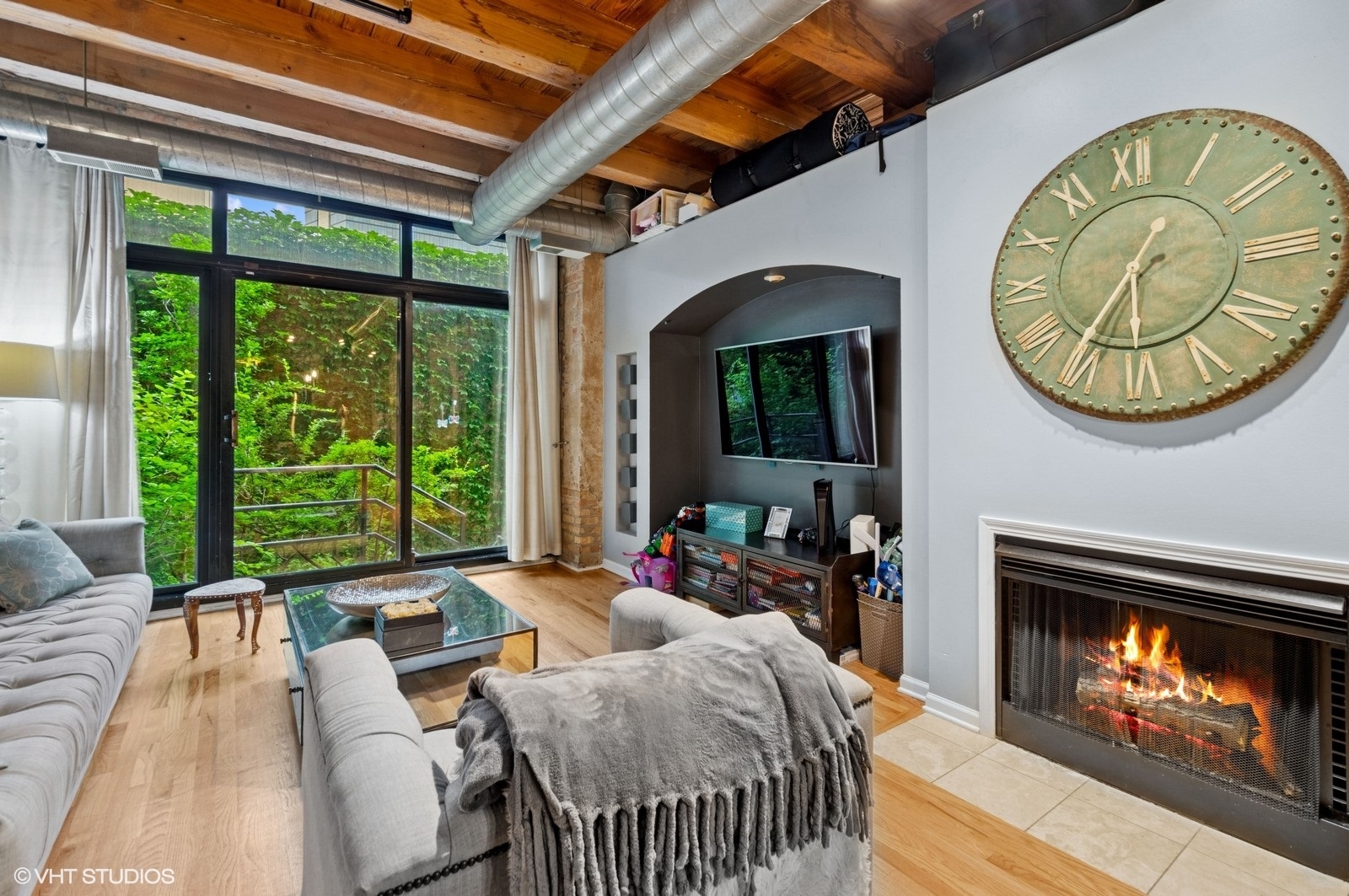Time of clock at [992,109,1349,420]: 5:35
